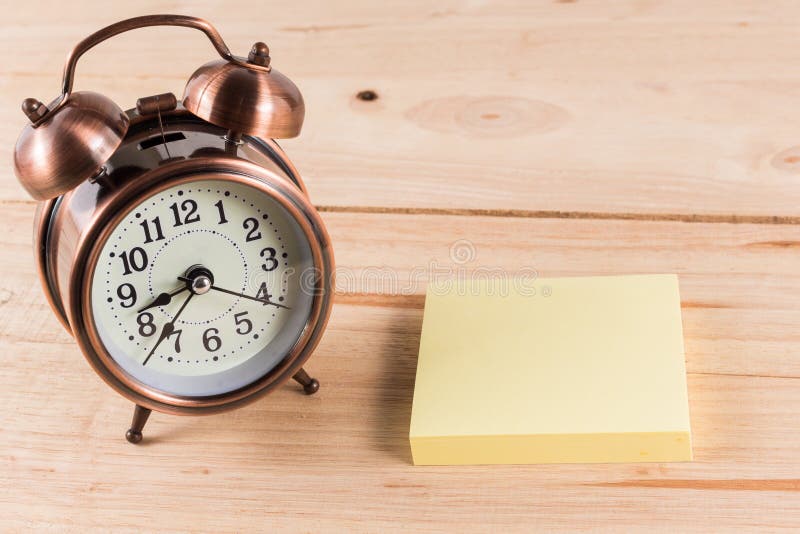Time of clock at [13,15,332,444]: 8:37
